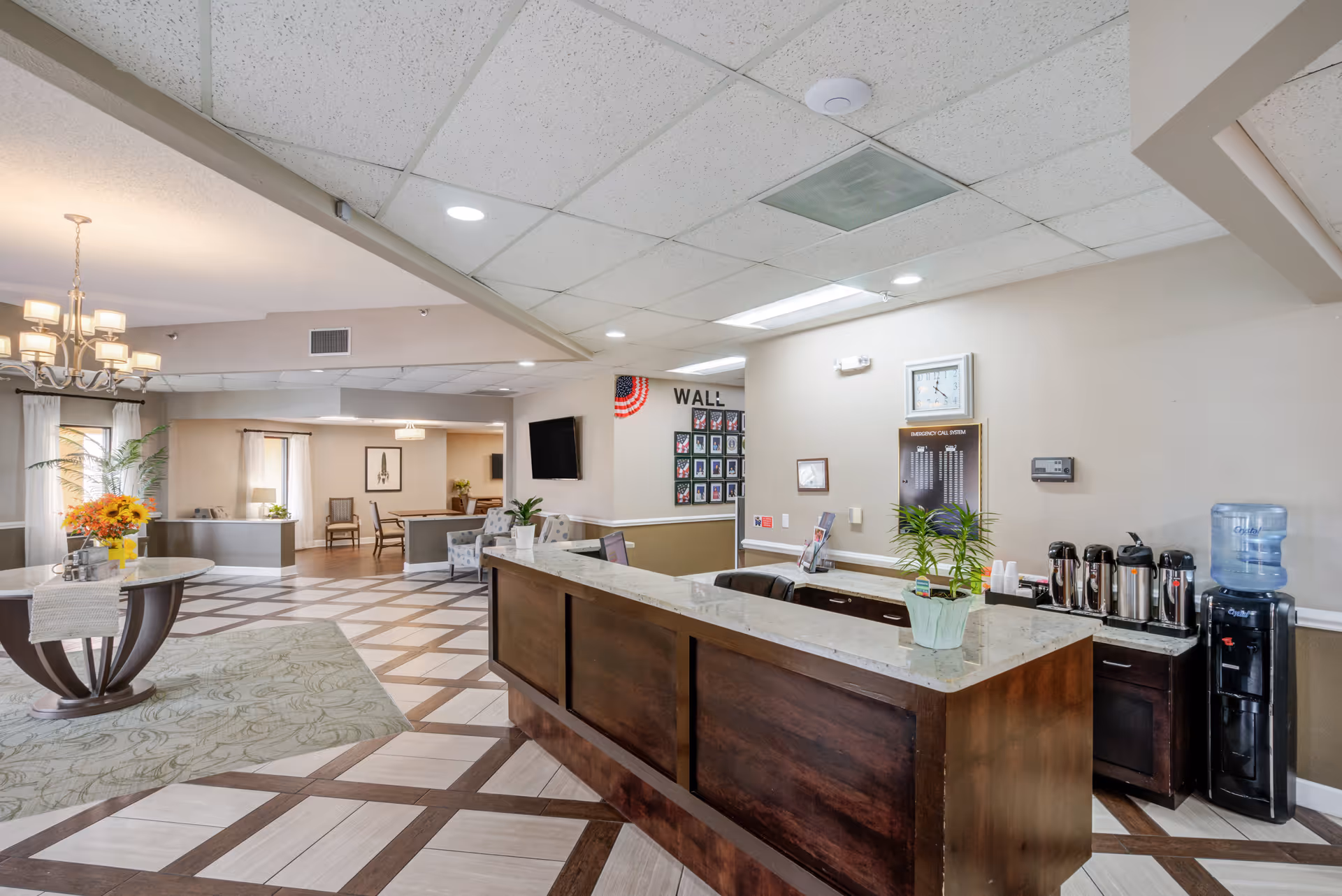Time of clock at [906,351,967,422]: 12:22
